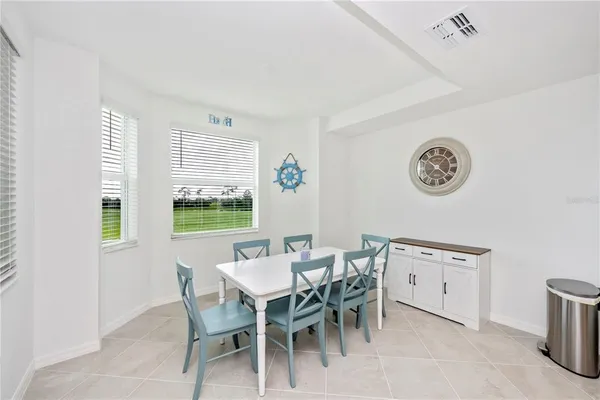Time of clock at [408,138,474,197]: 10:20
